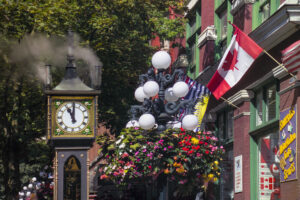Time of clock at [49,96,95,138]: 11:00
